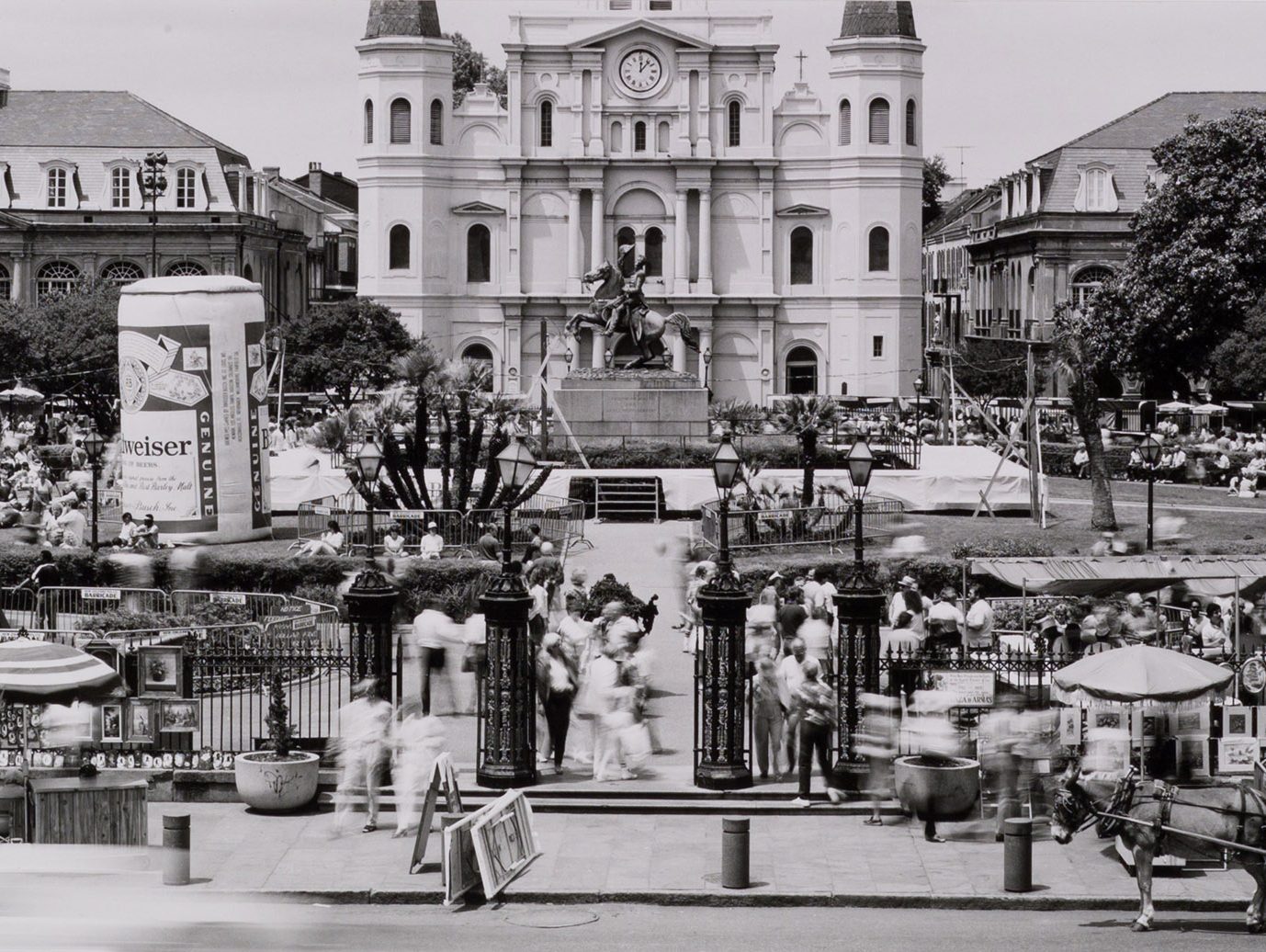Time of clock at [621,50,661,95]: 12:06
